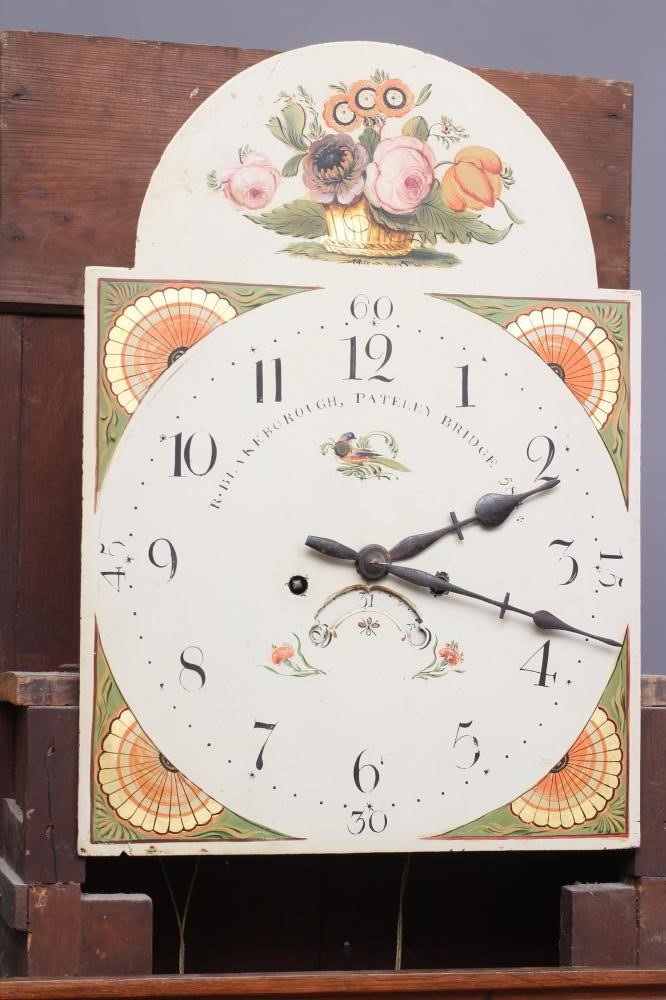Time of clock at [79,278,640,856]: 2:18
